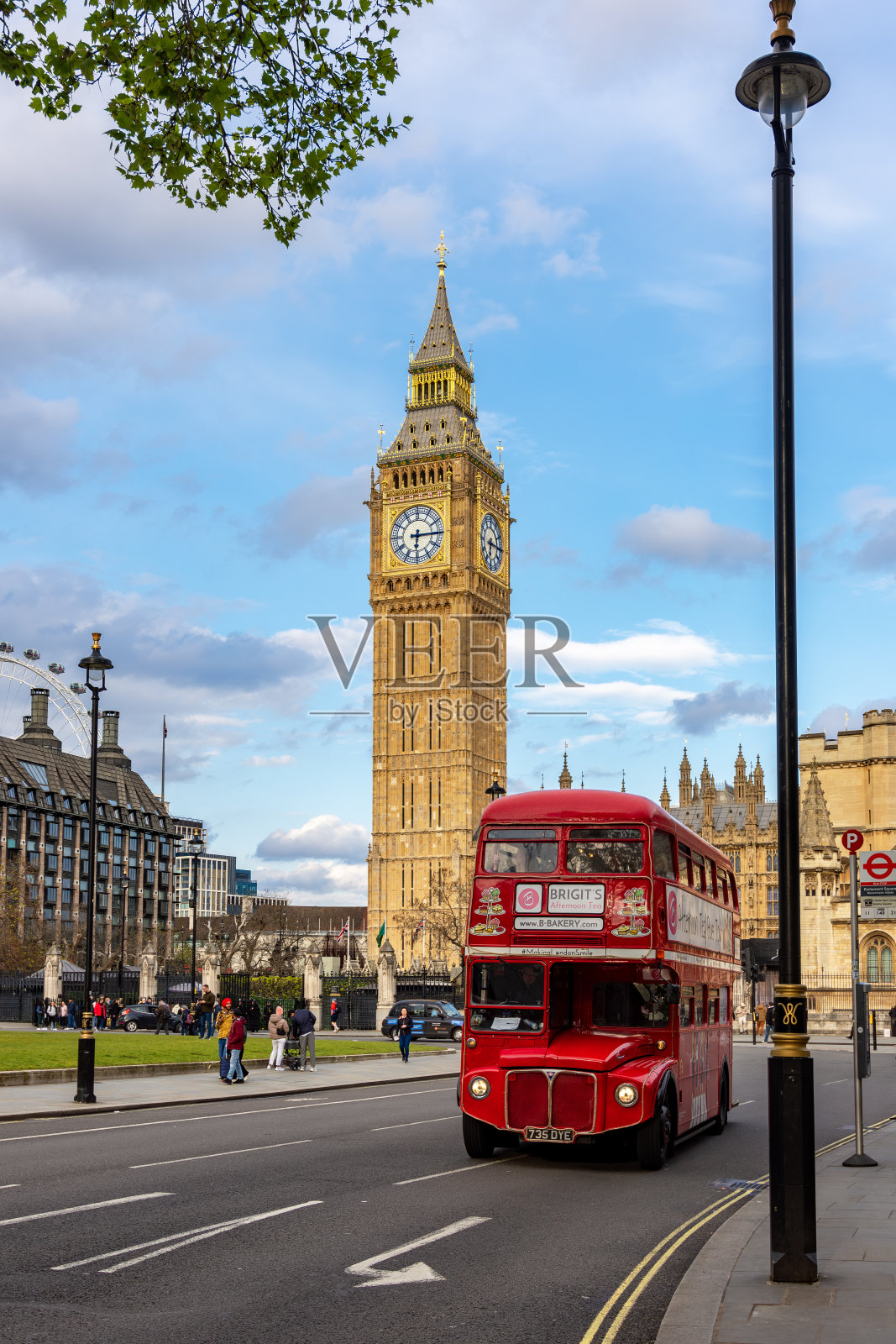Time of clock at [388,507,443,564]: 6:14
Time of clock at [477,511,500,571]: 6:15
